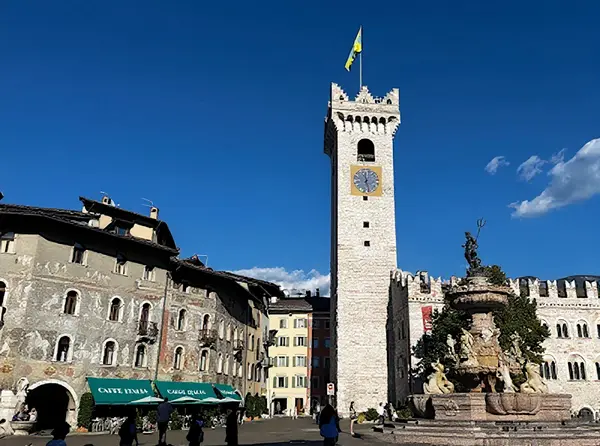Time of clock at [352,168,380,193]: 11:28
